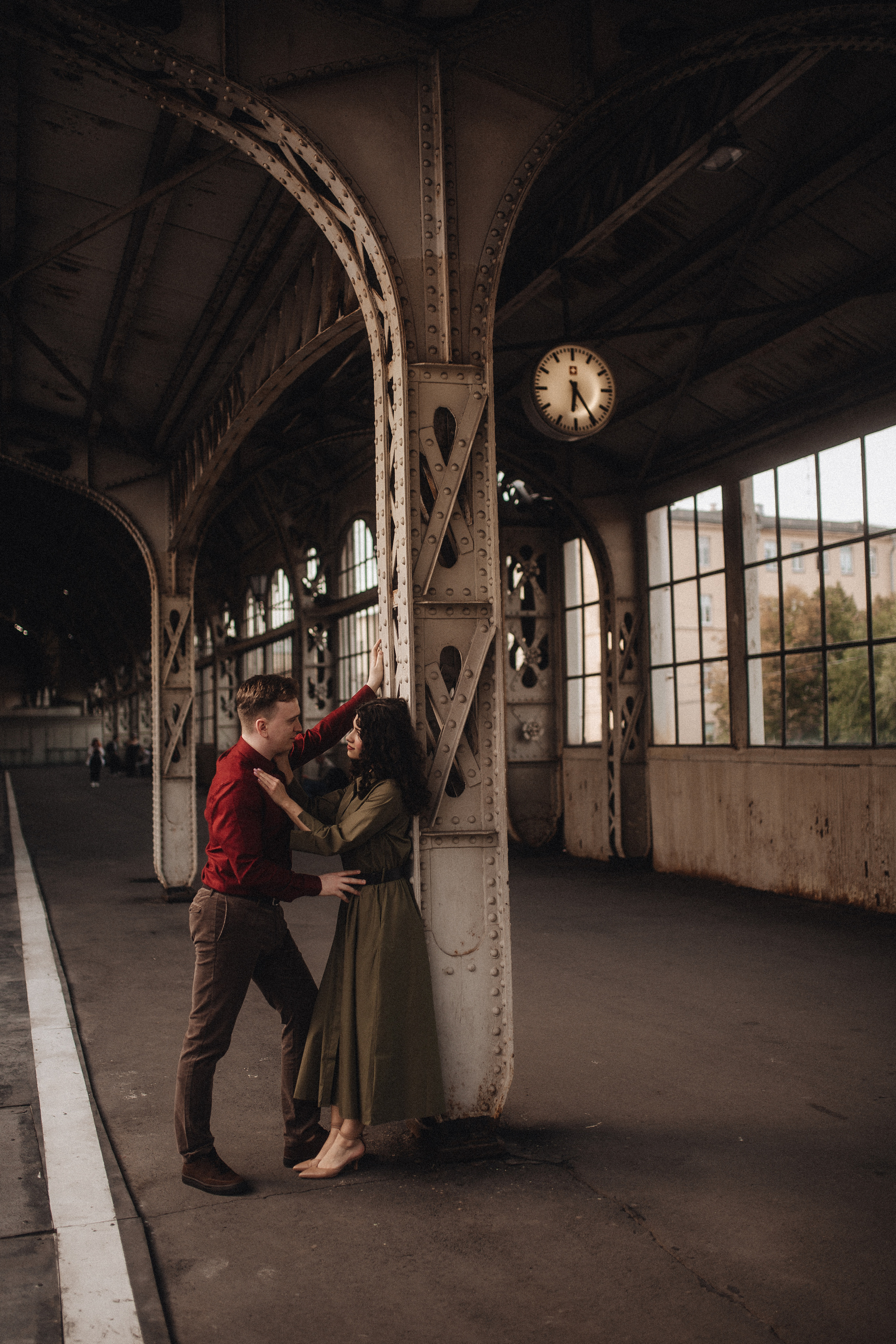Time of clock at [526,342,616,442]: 6:24
